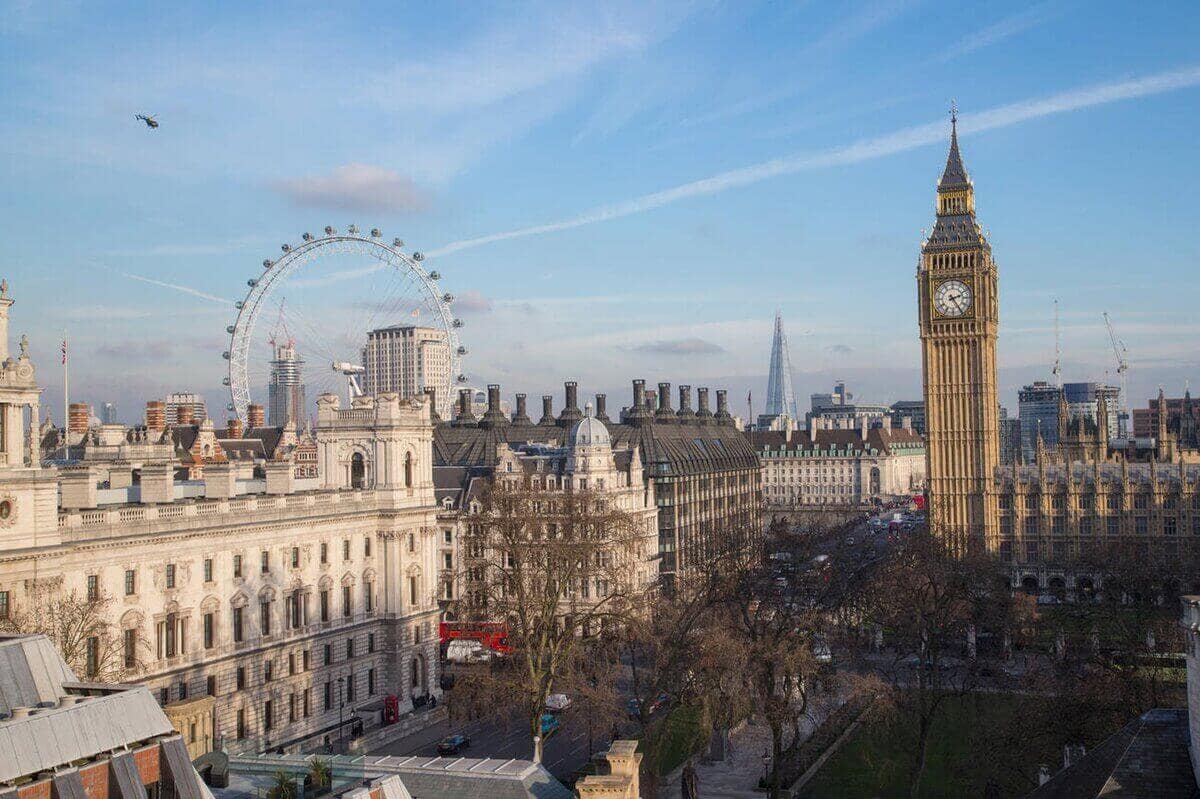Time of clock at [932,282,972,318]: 2:24
